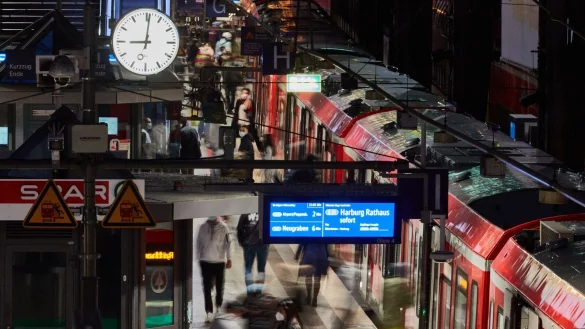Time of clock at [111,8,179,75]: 9:01
